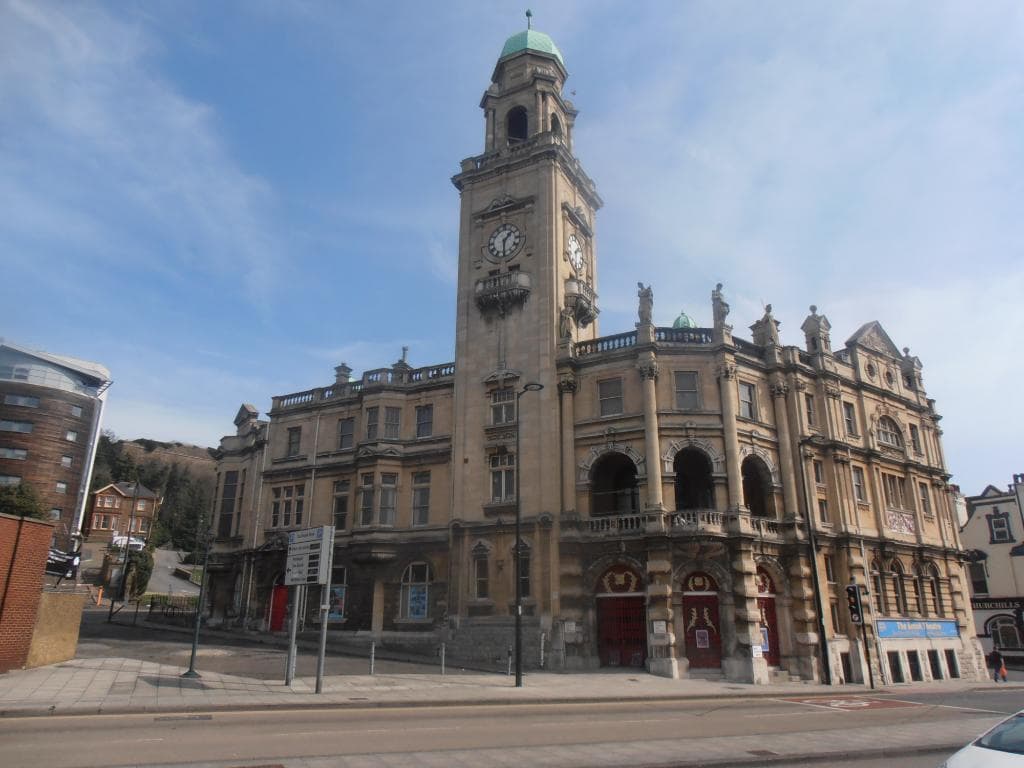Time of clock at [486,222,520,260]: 1:30
